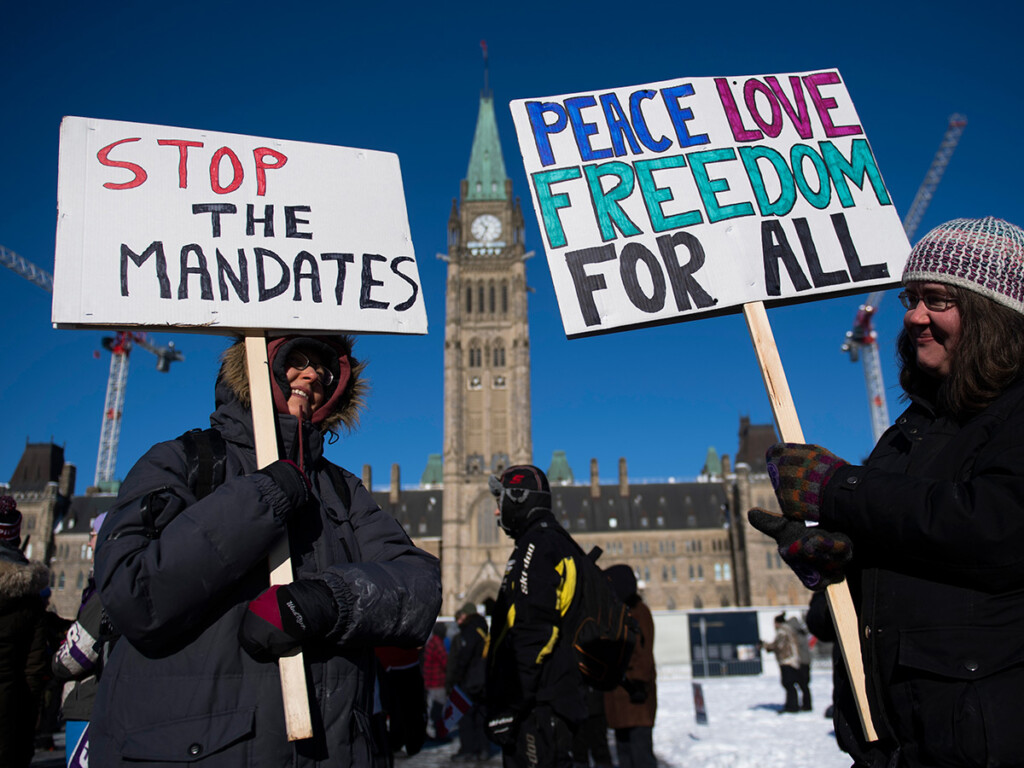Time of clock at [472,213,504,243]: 10:33
